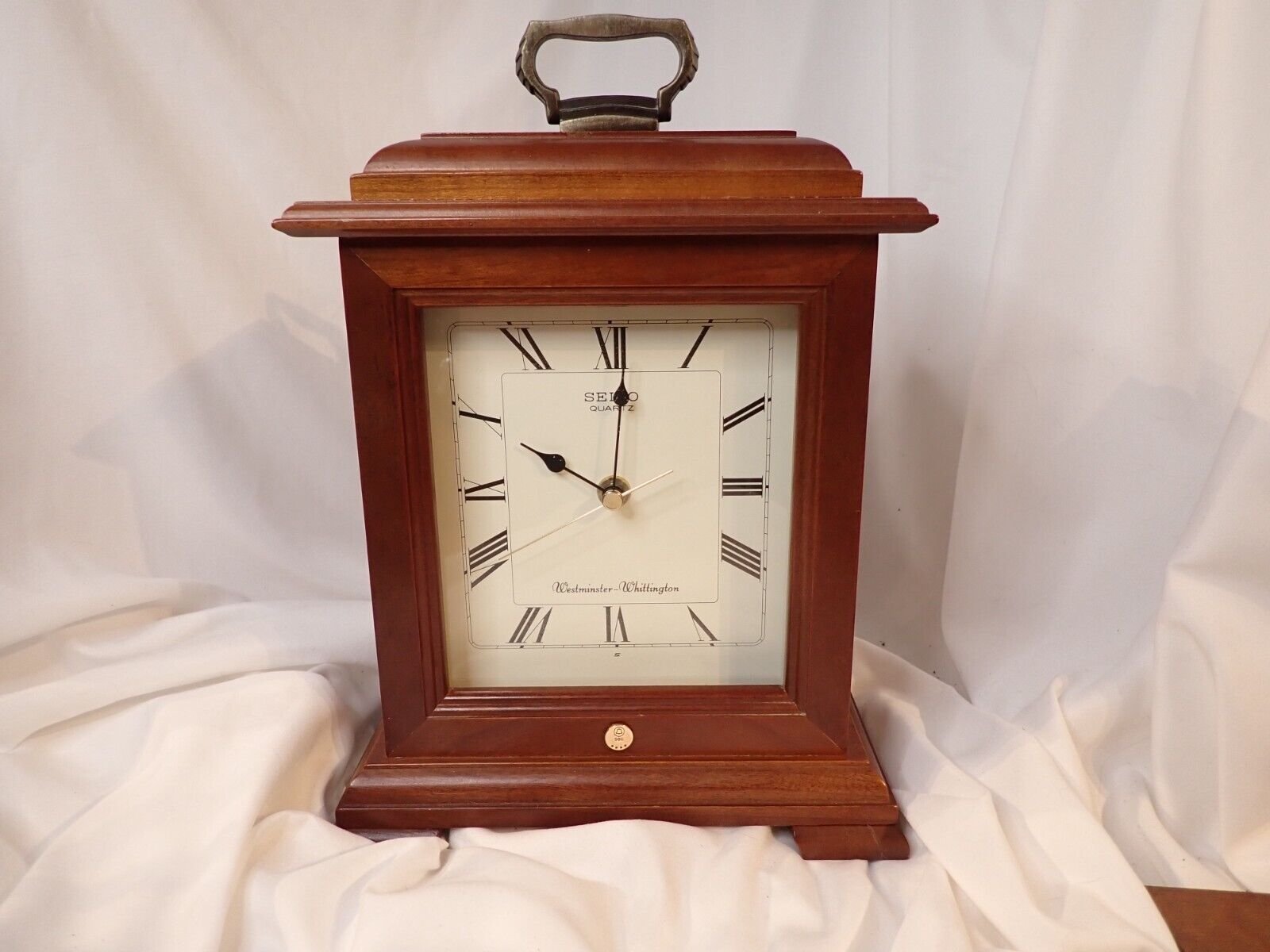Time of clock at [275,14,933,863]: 10:00
